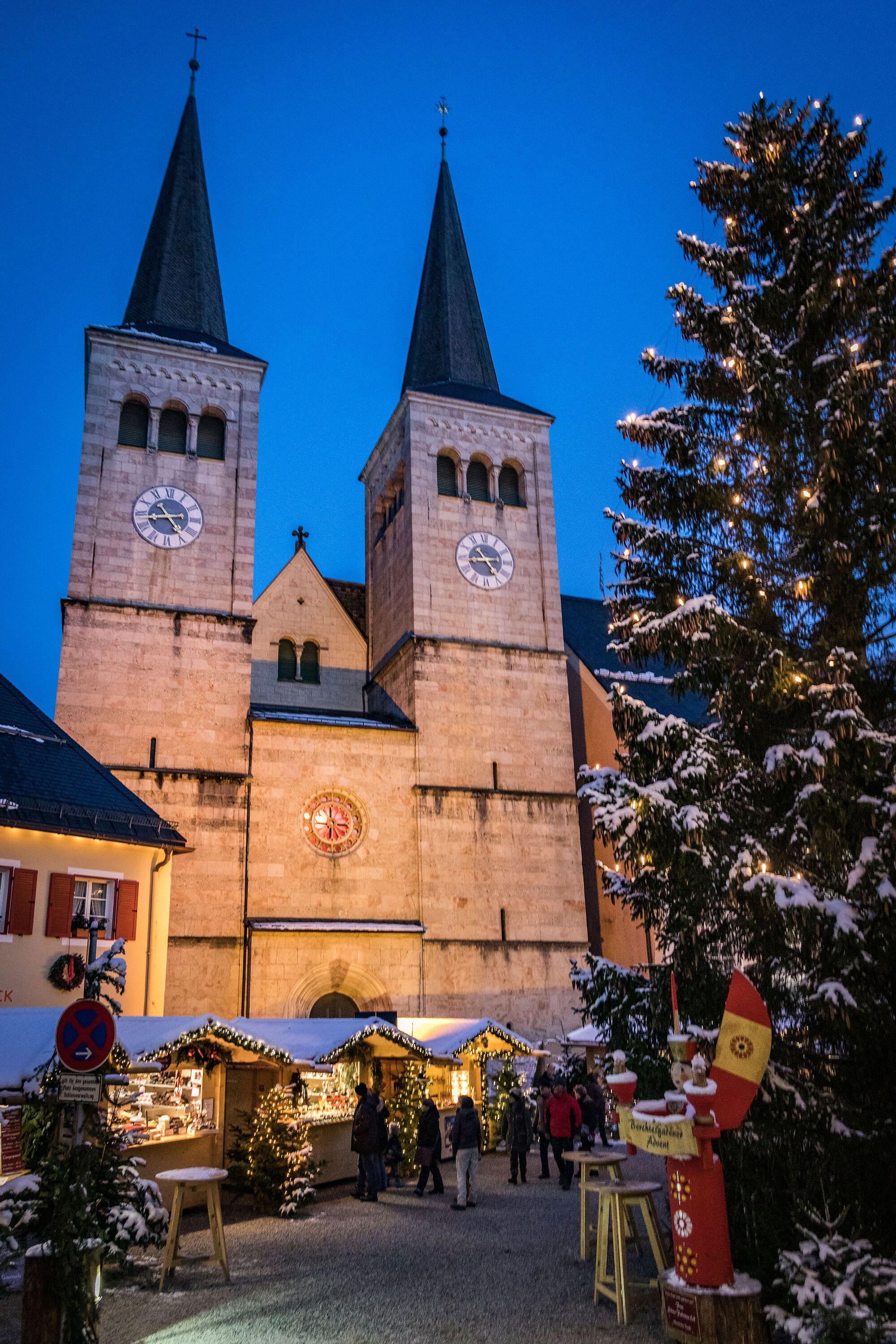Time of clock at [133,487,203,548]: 10:43
